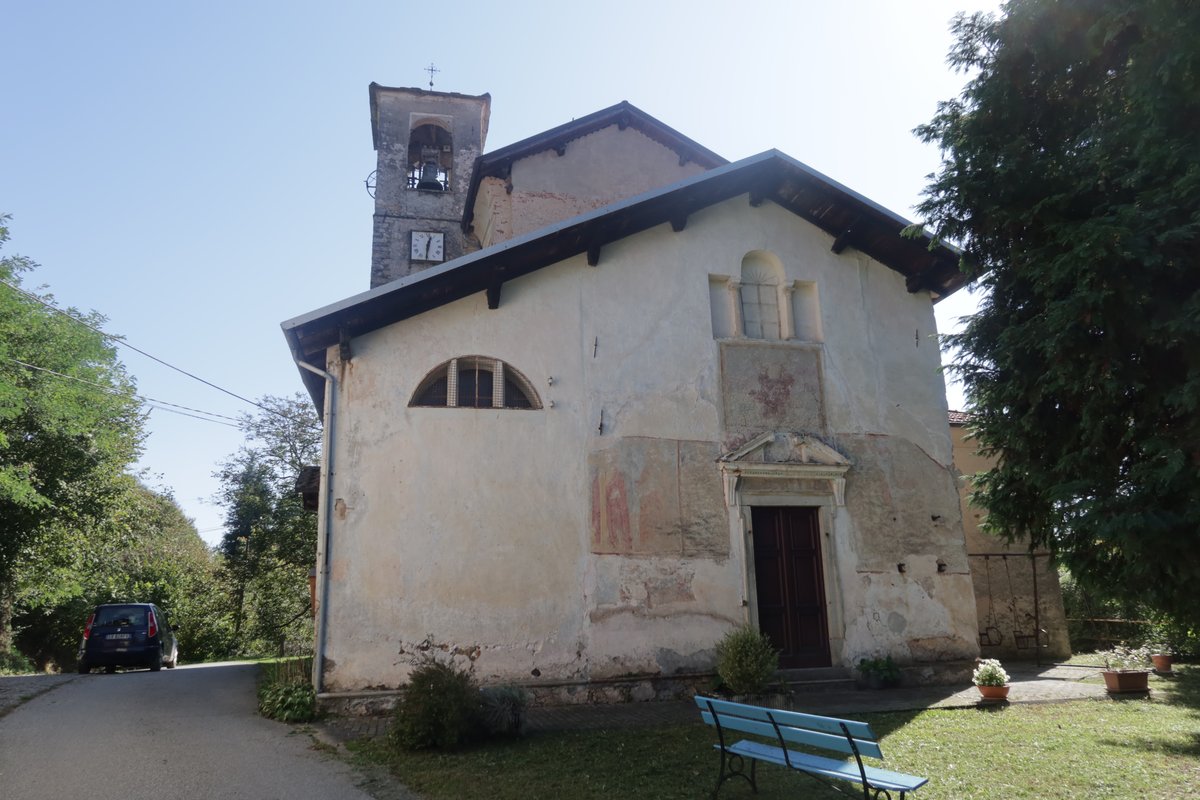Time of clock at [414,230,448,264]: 12:30
